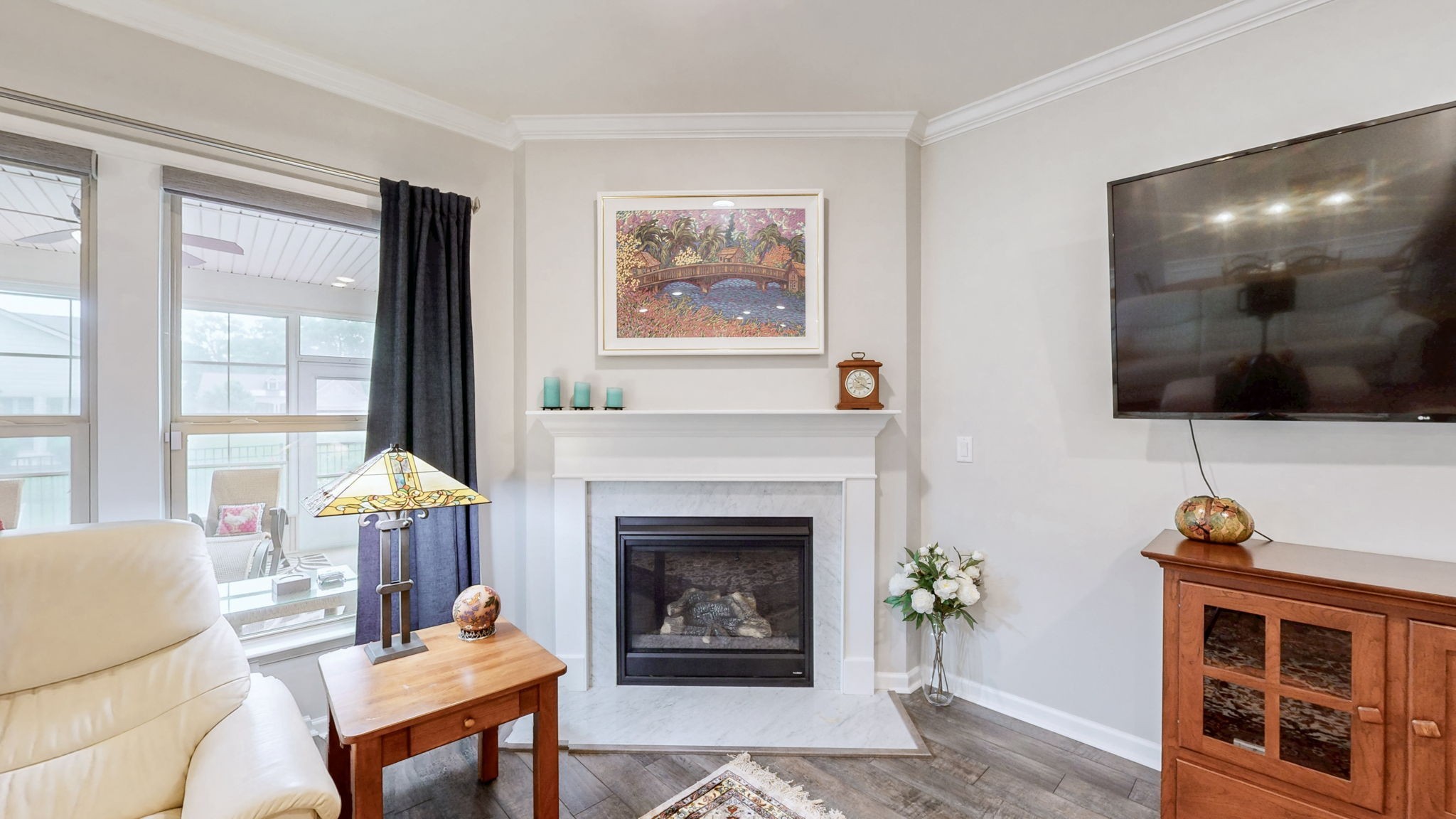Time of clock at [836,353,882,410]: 10:20
